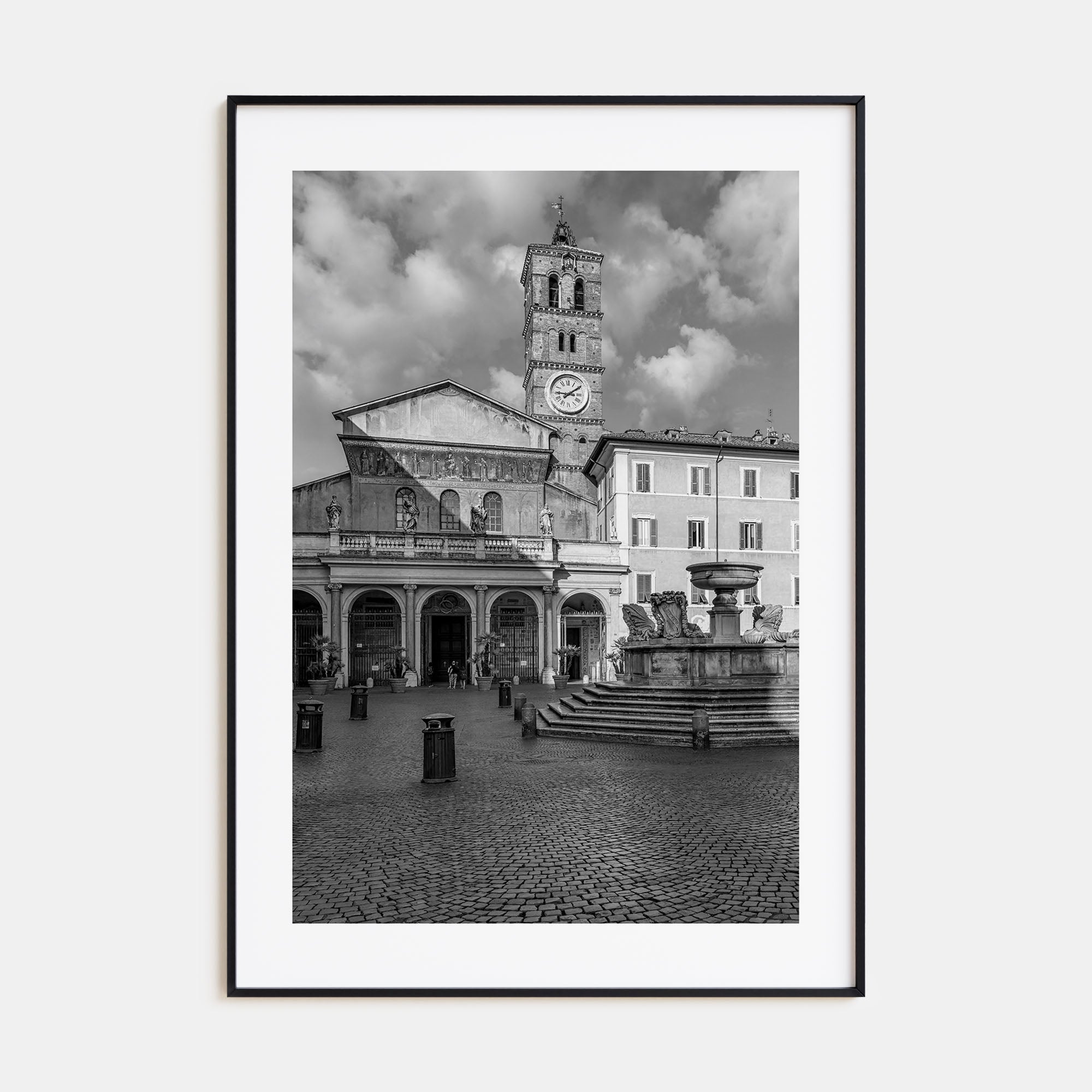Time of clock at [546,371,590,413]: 9:09
